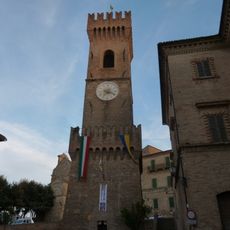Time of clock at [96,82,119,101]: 7:18
